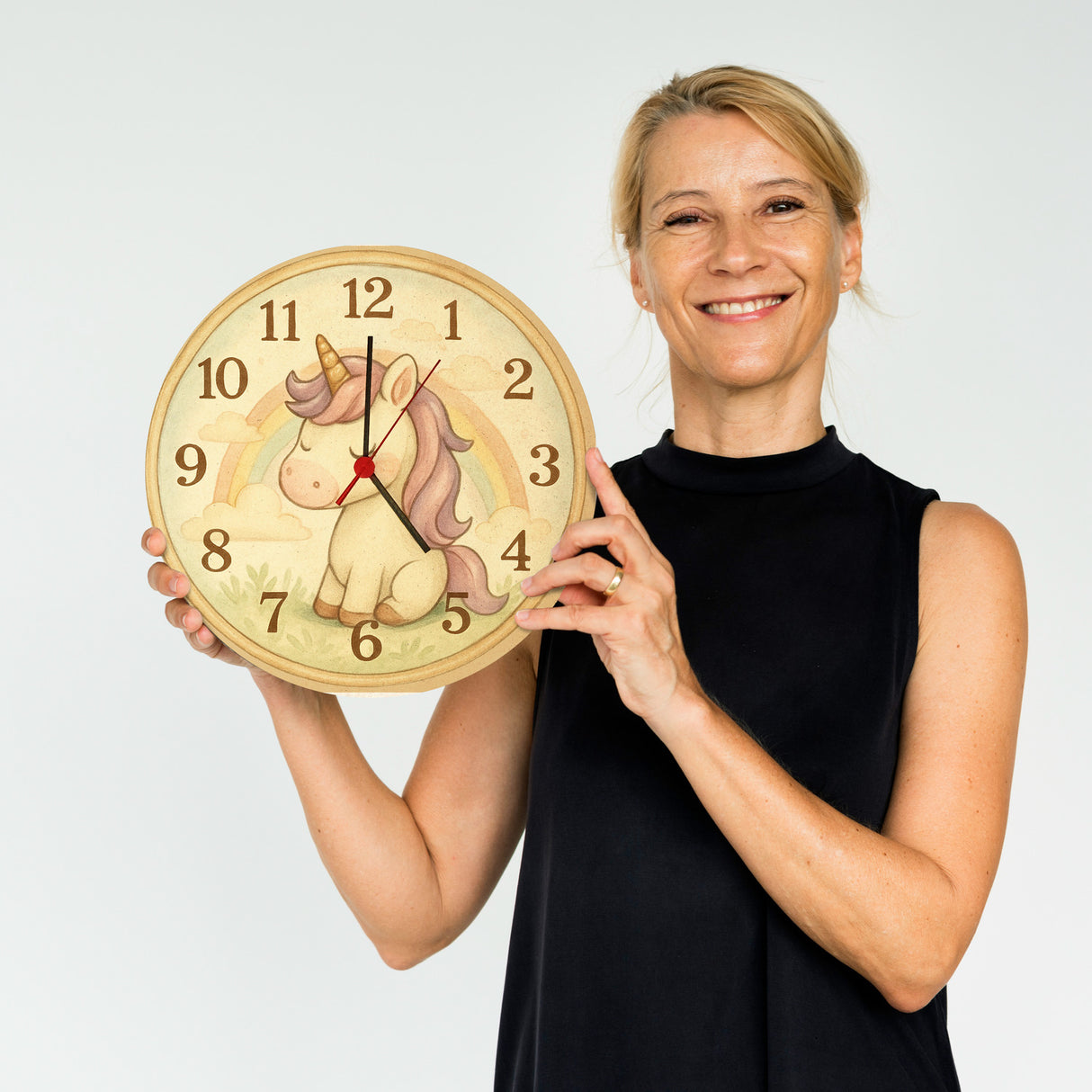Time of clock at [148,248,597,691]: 12:23
